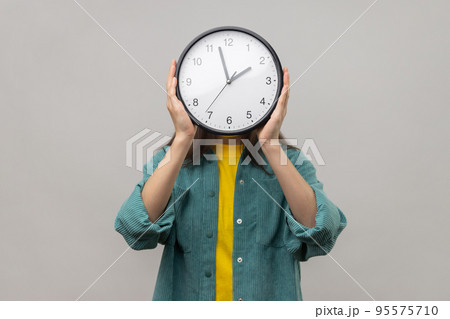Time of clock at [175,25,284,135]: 1:57
